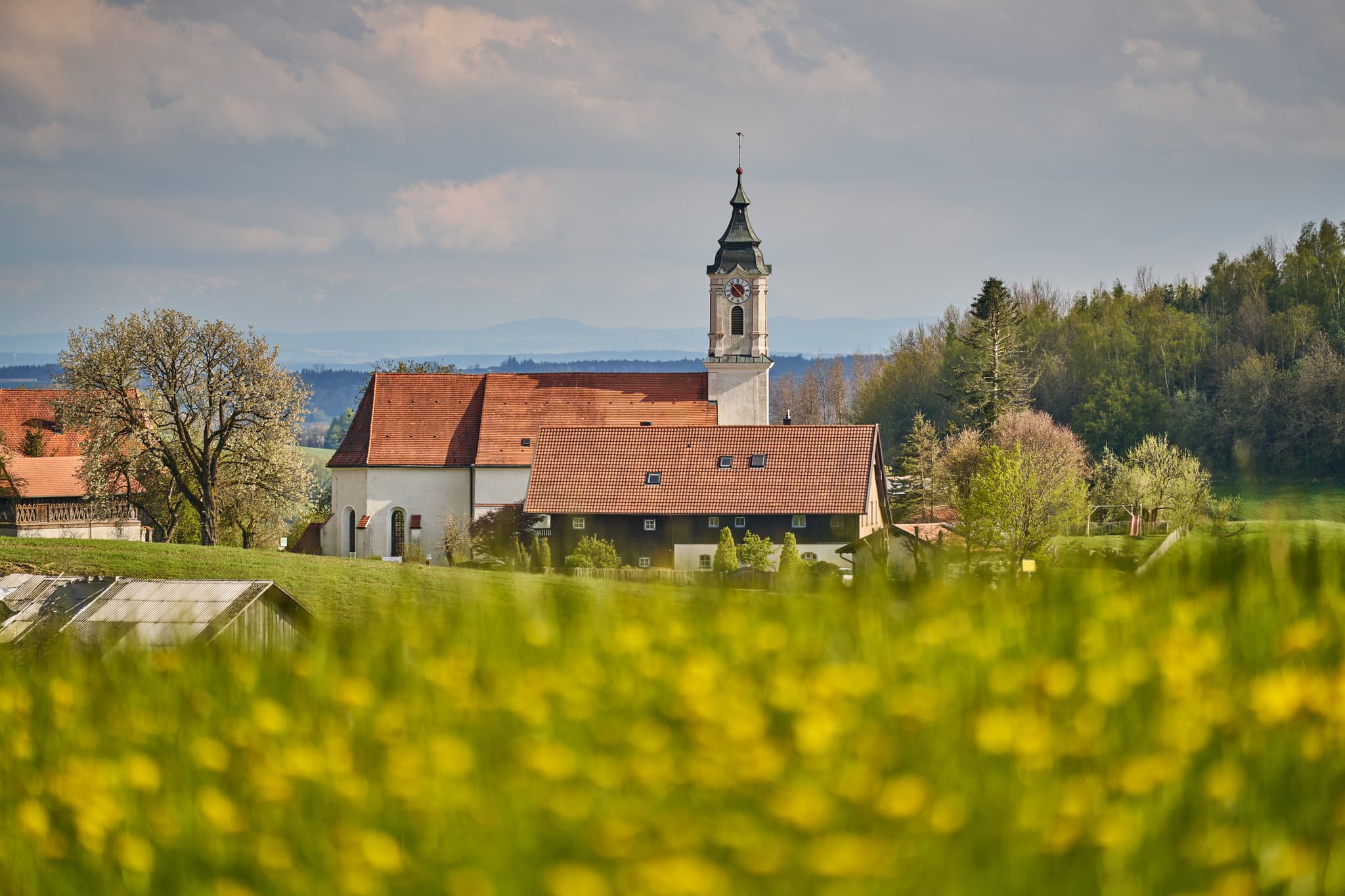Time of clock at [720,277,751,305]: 4:53
